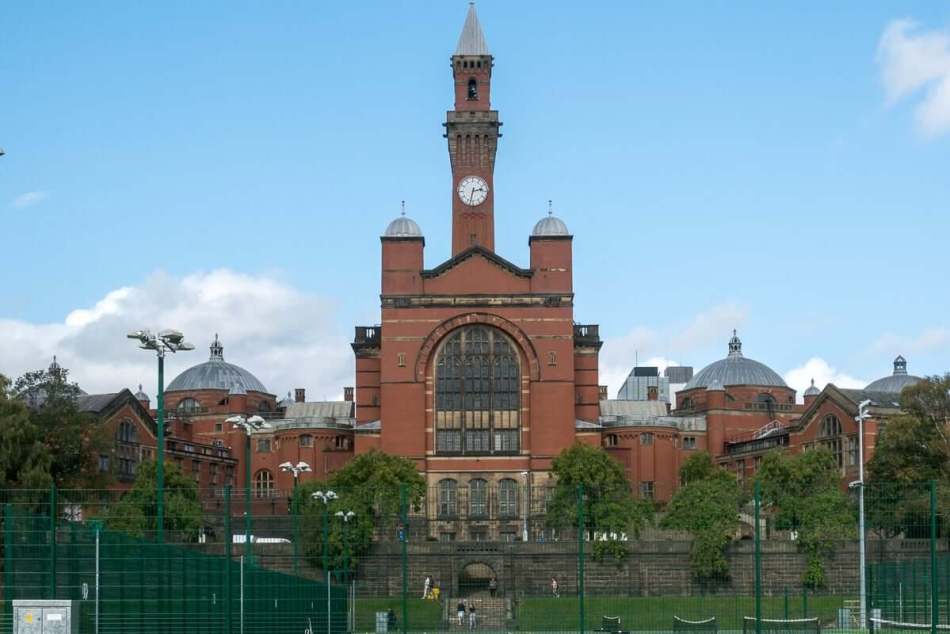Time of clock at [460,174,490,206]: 2:32
